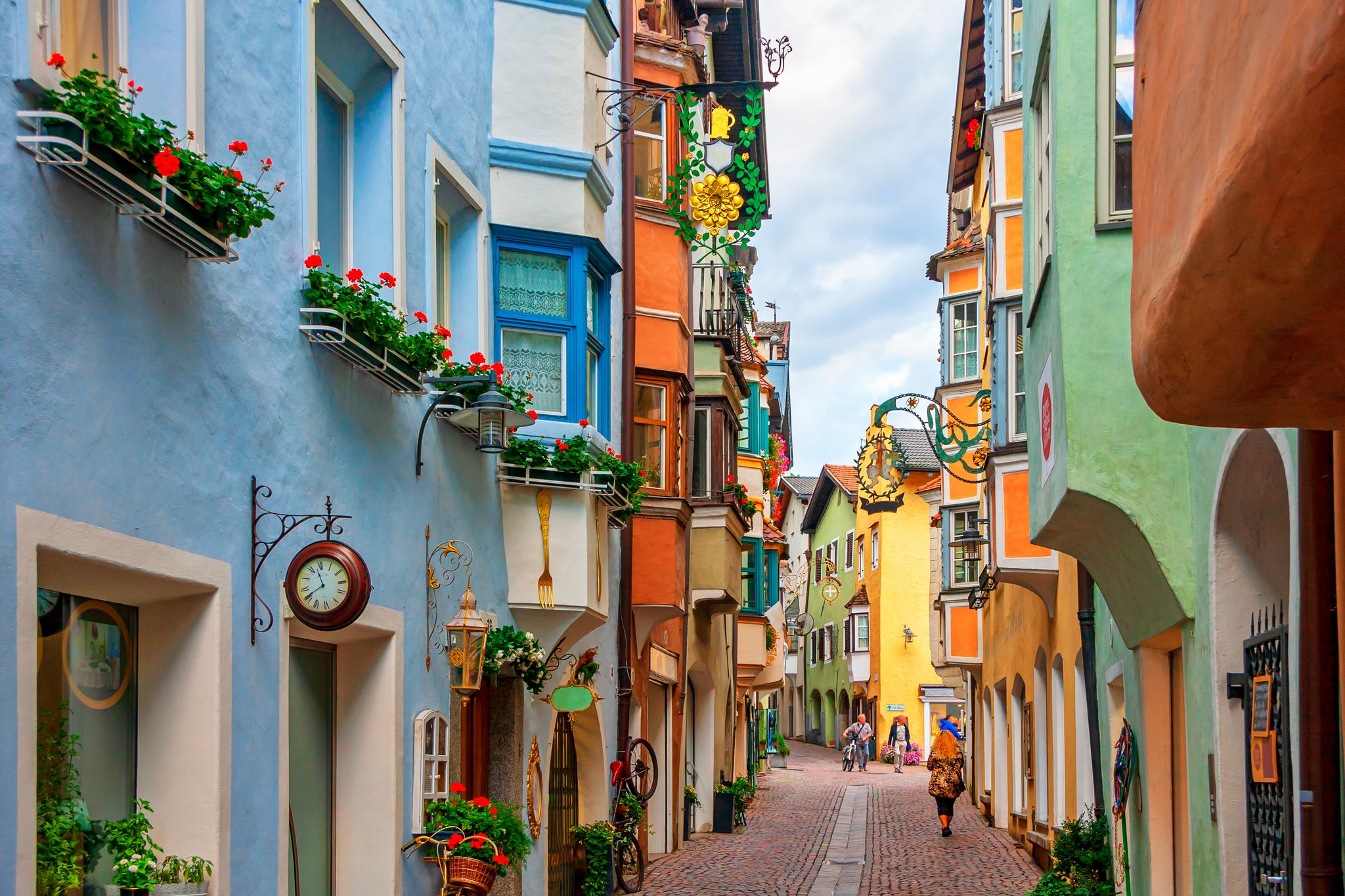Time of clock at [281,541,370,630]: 11:40
